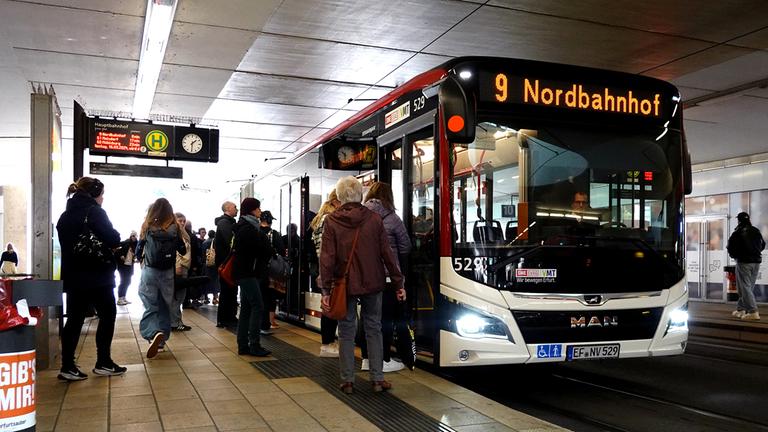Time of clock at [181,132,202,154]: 1:30
